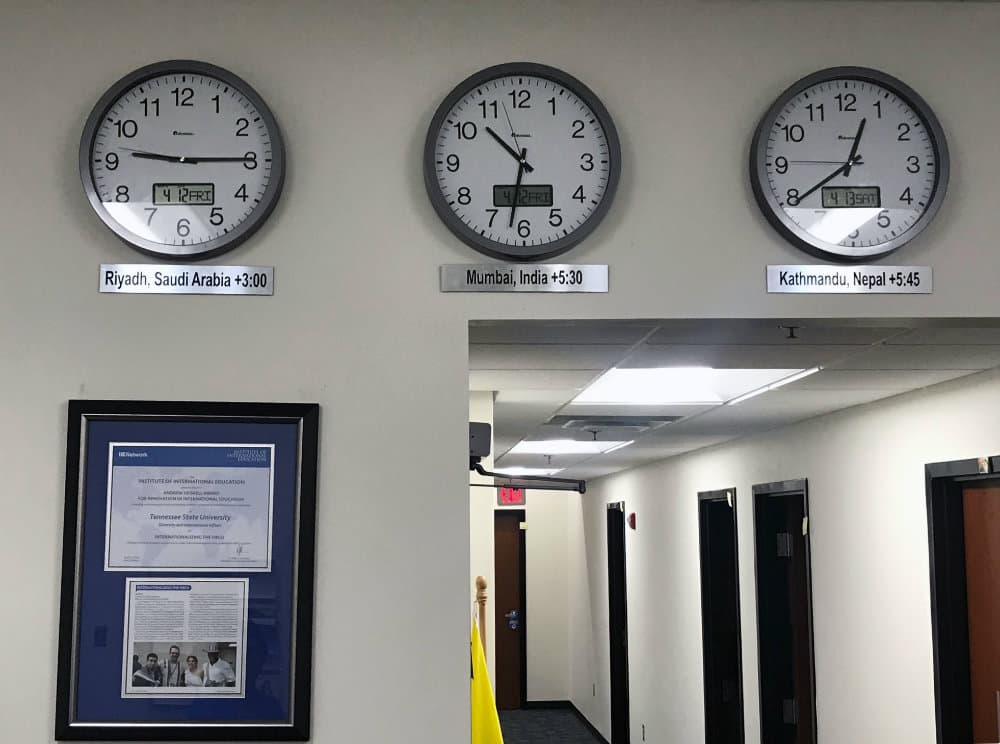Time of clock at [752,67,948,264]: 12:39
